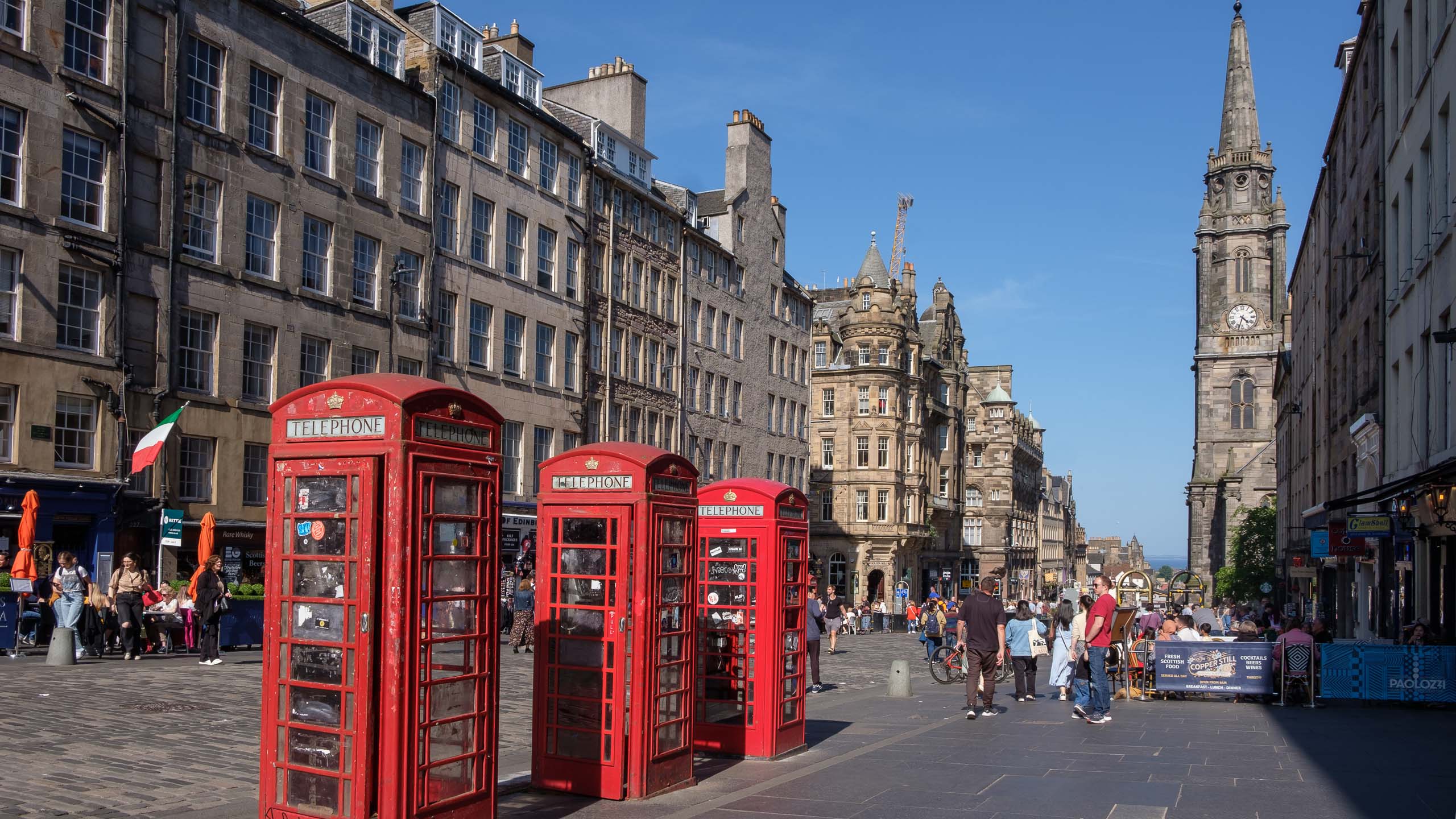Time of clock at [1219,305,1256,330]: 4:32
